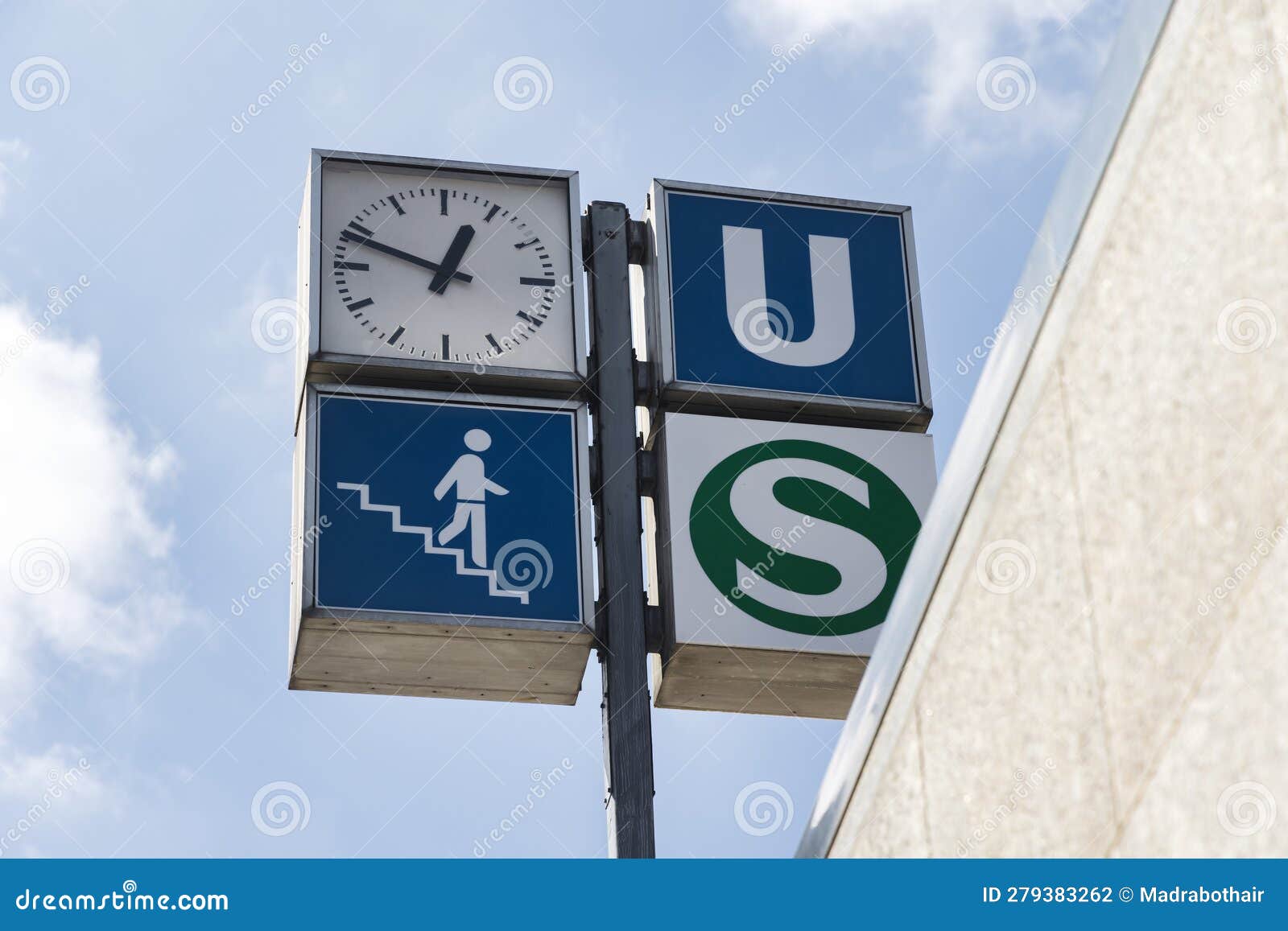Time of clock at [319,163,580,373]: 12:48
